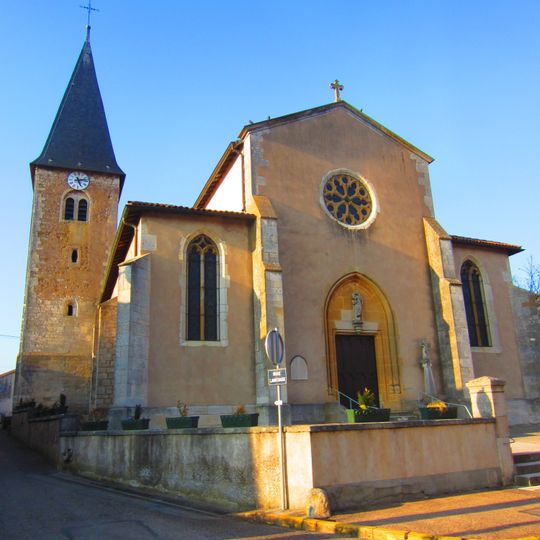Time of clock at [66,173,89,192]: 5:12
